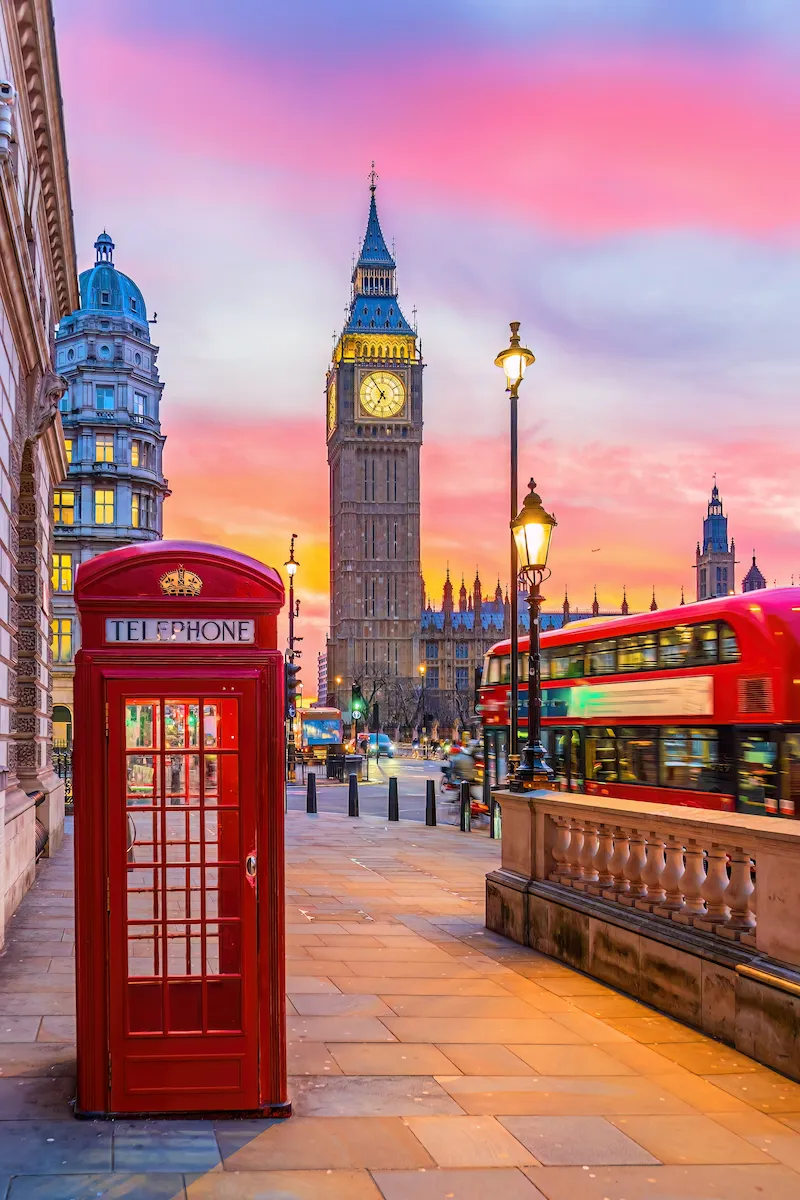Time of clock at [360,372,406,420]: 6:54
